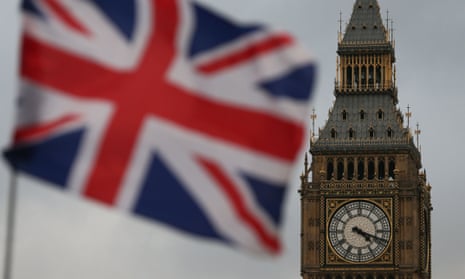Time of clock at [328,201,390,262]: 4:18
